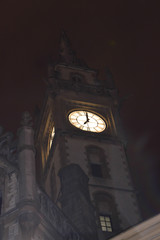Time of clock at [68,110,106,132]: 7:00
